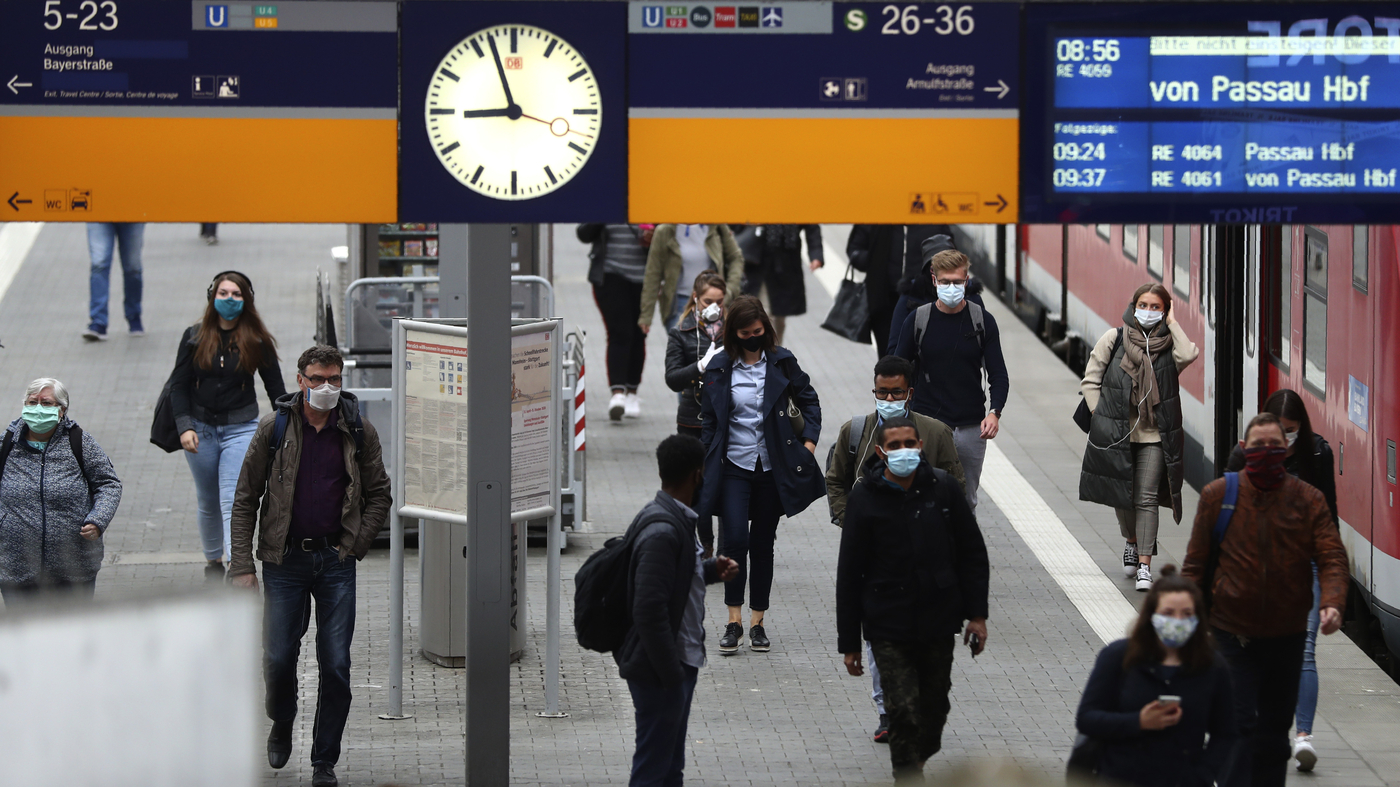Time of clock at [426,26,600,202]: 8:57
